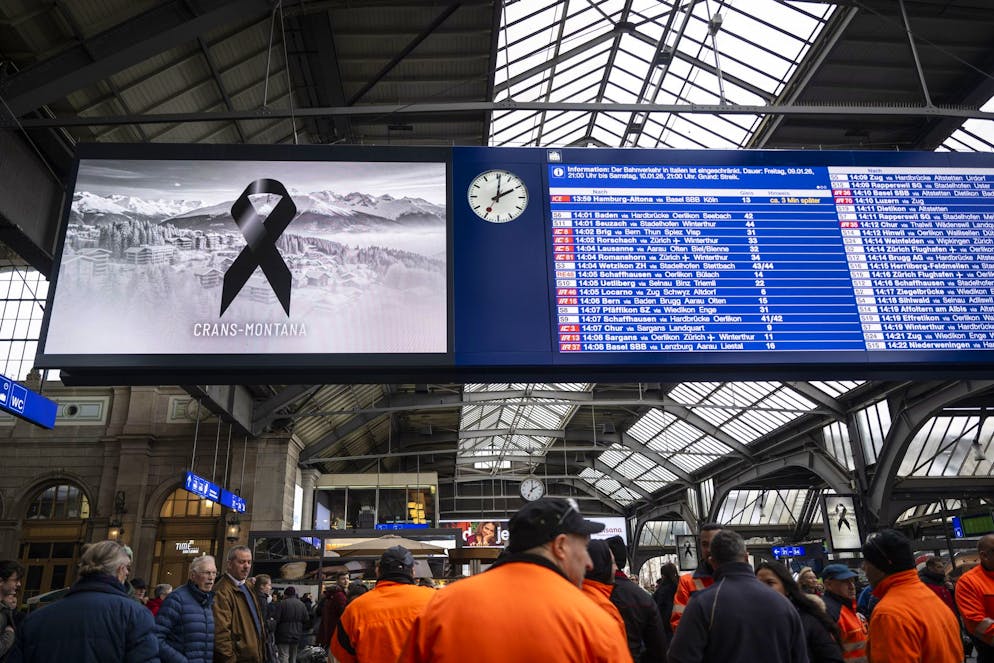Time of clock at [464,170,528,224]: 2:01
